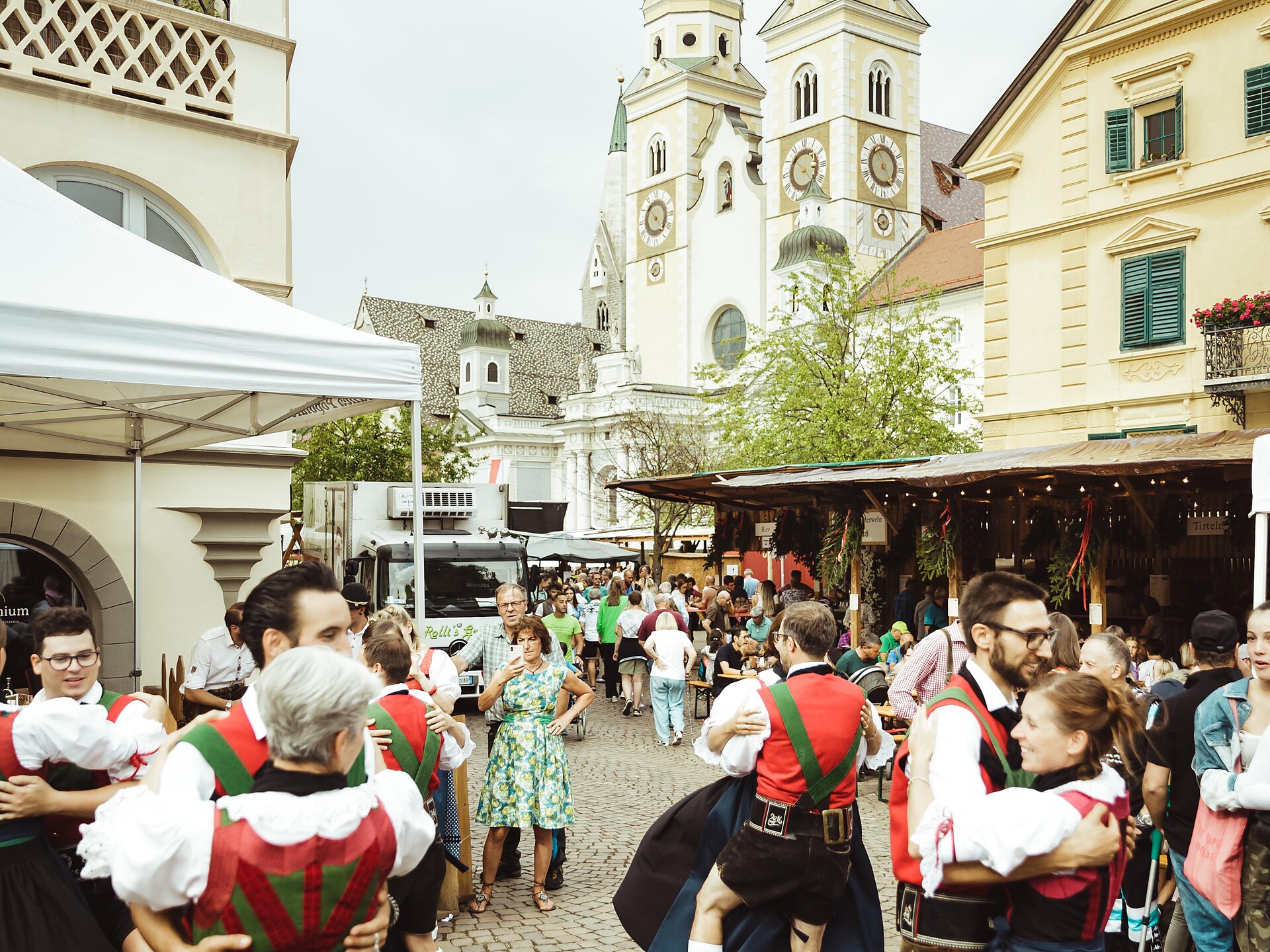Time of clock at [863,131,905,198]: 4:55
